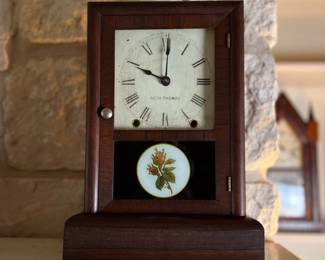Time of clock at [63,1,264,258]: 10:00
